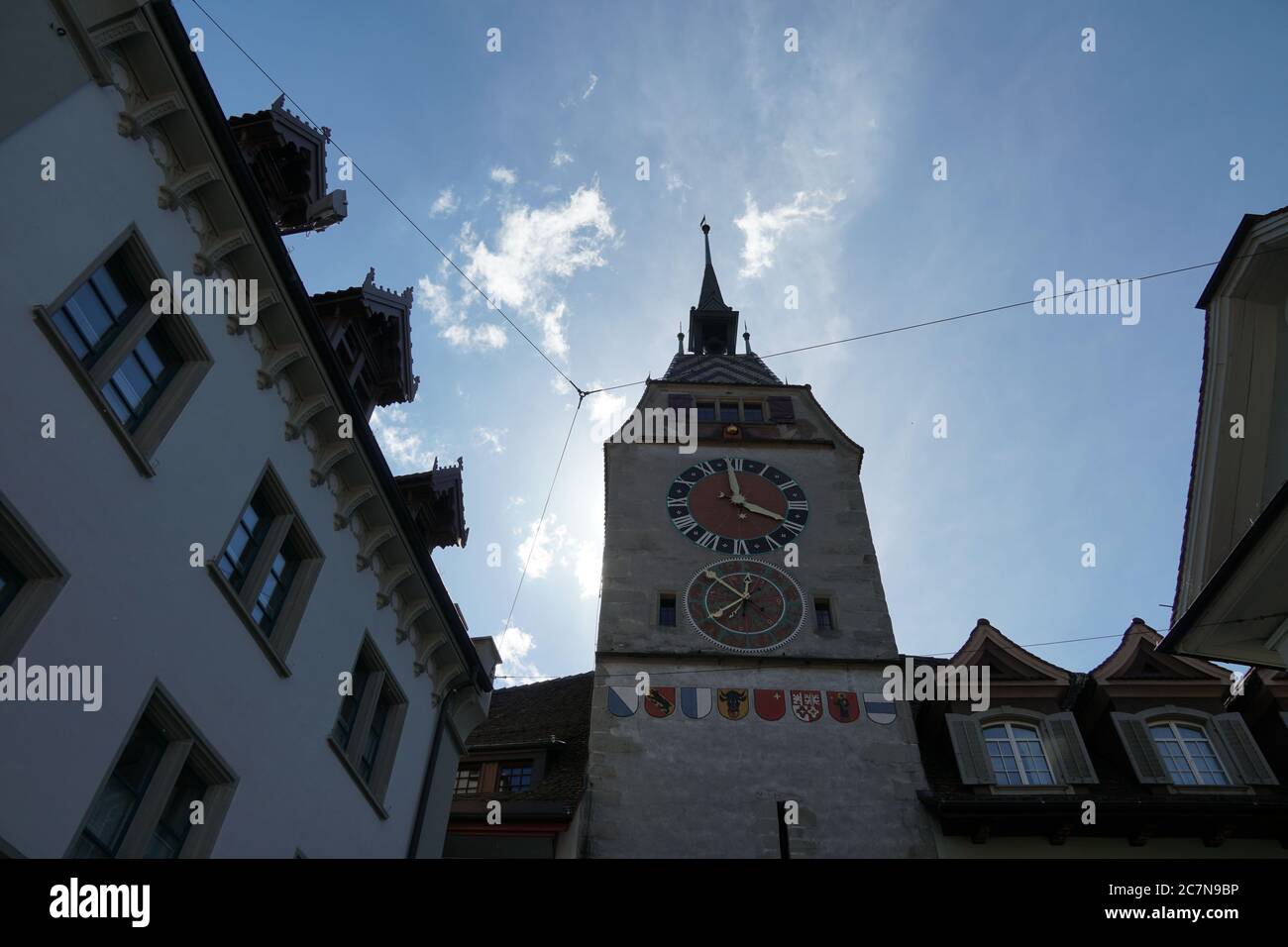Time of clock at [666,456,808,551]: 3:58
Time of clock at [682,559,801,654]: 12:52
